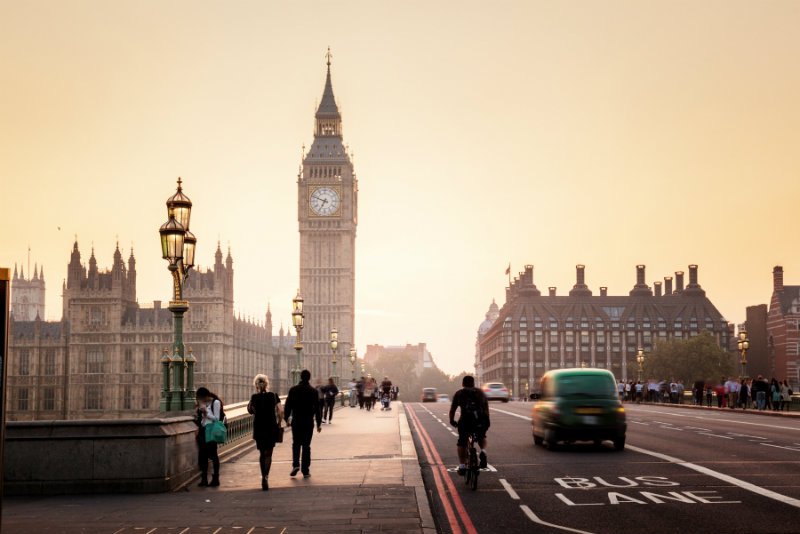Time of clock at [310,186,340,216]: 6:48
